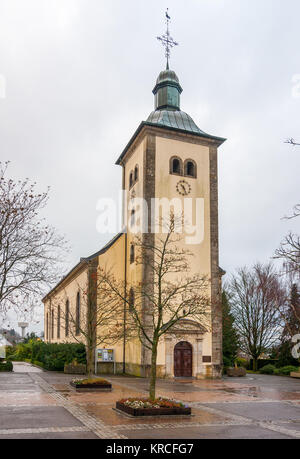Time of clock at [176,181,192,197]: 10:26
